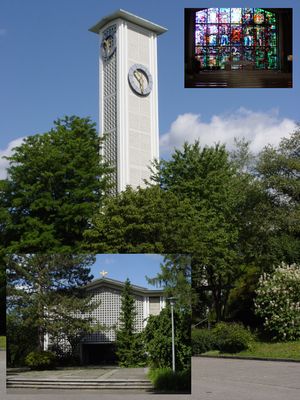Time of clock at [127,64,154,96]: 10:28
